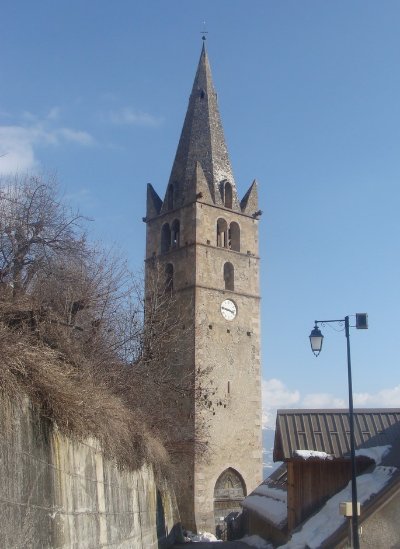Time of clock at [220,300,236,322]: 3:47
